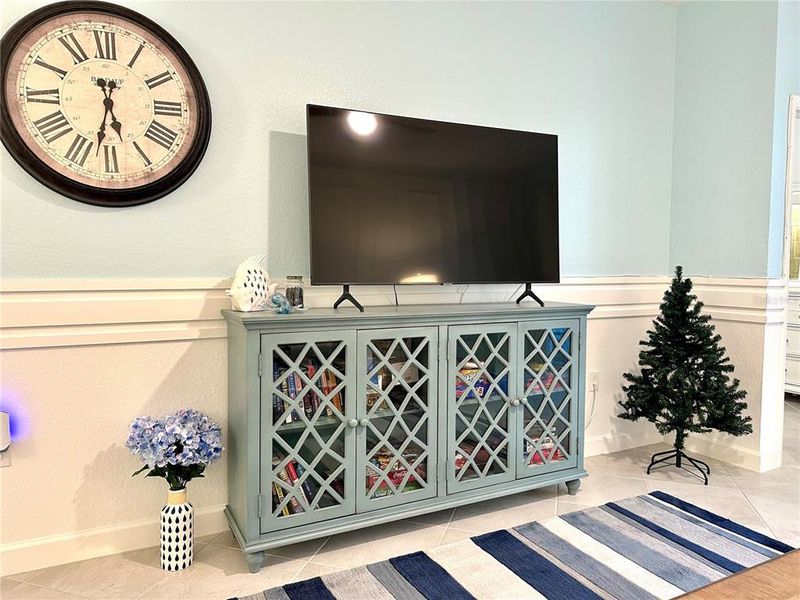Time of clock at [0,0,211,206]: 5:32
